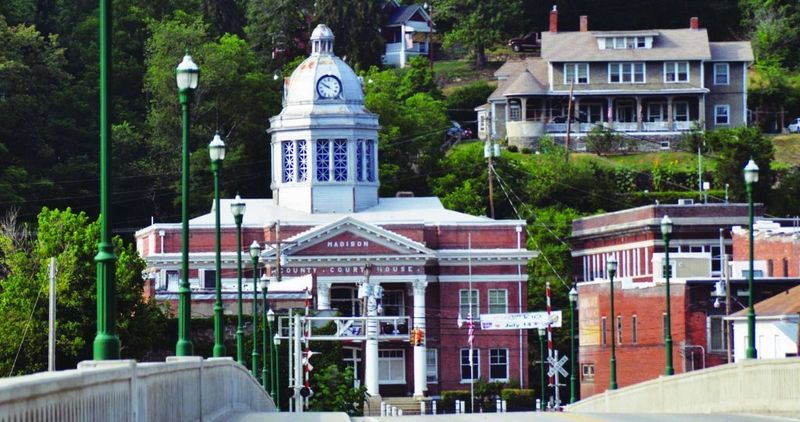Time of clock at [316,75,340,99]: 9:50
